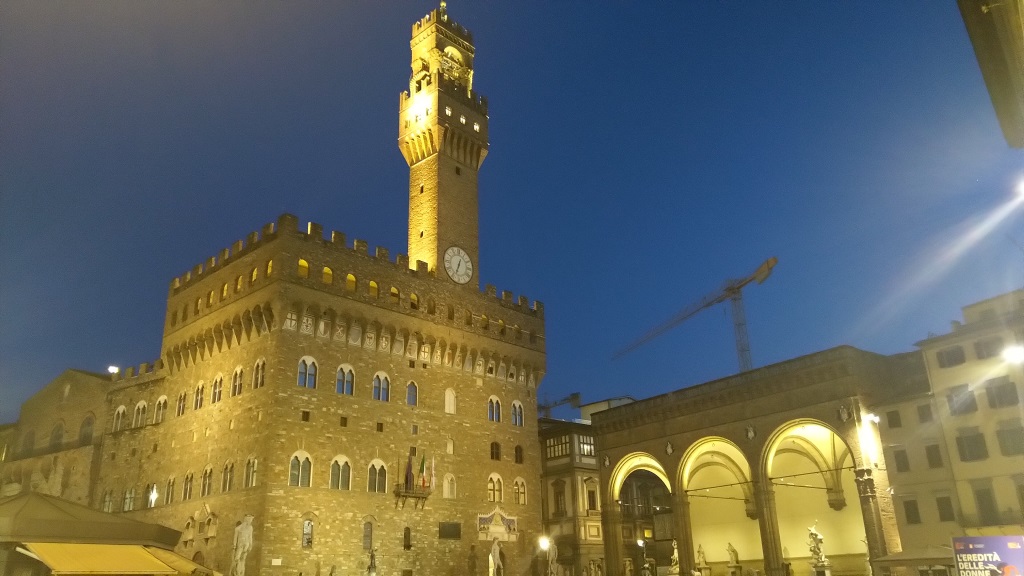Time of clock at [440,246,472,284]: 6:33
